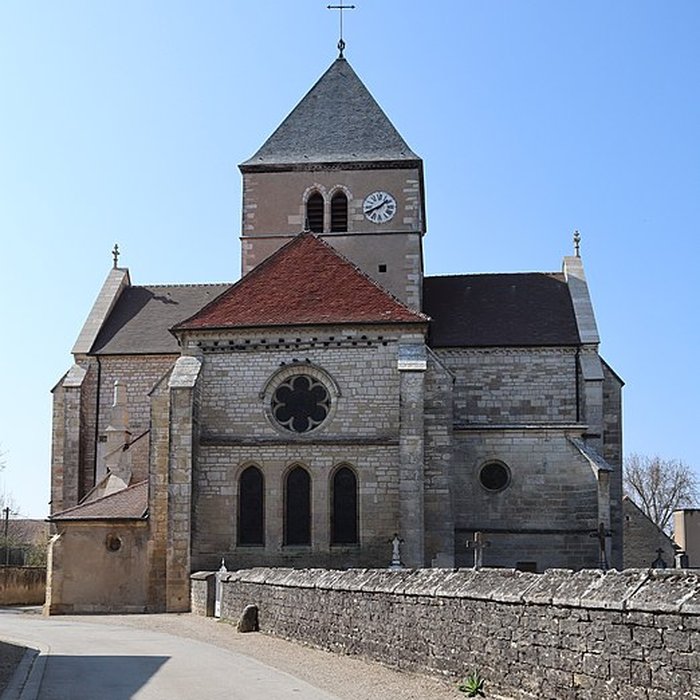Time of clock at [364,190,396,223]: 1:40
